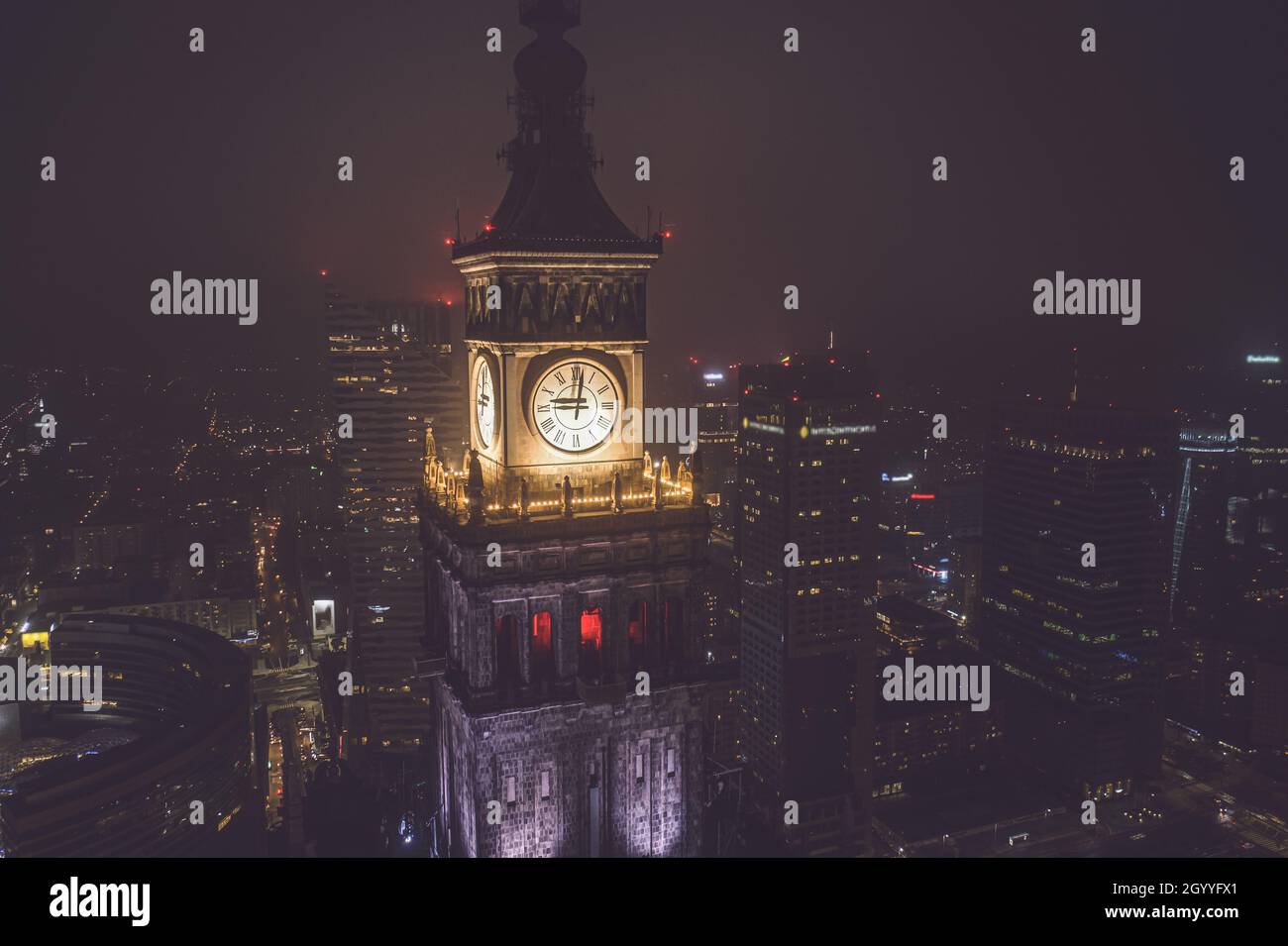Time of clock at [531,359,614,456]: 9:01
